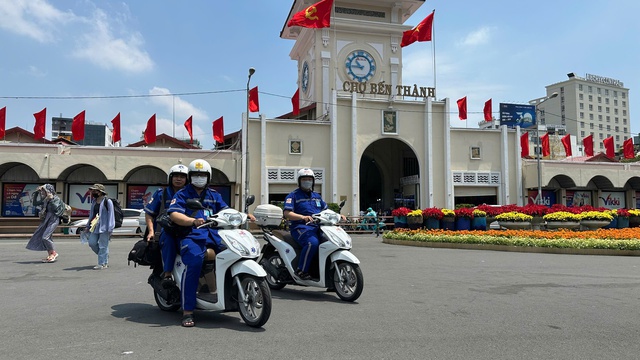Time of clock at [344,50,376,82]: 10:45
